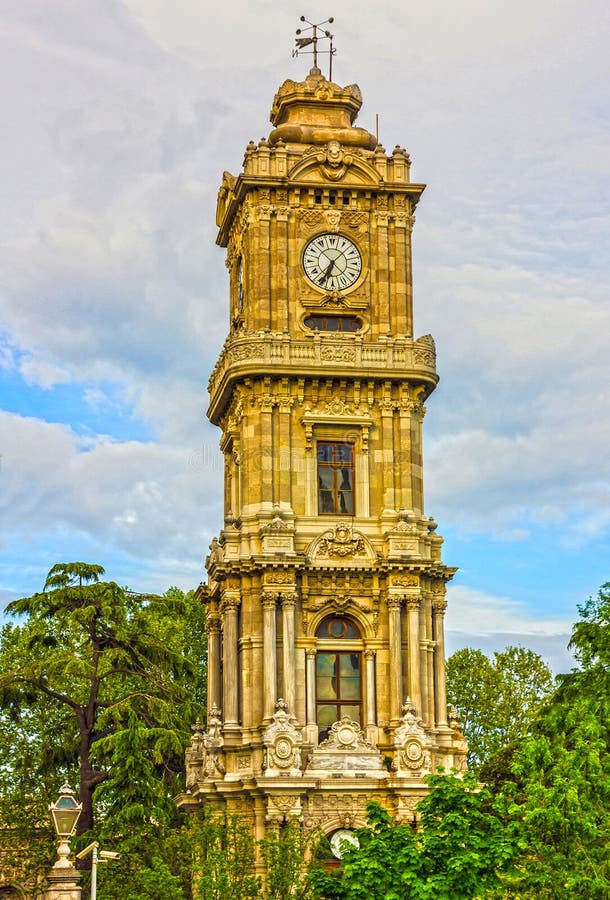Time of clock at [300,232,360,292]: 6:52
